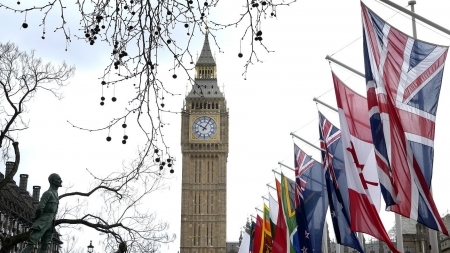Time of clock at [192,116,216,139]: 10:05
